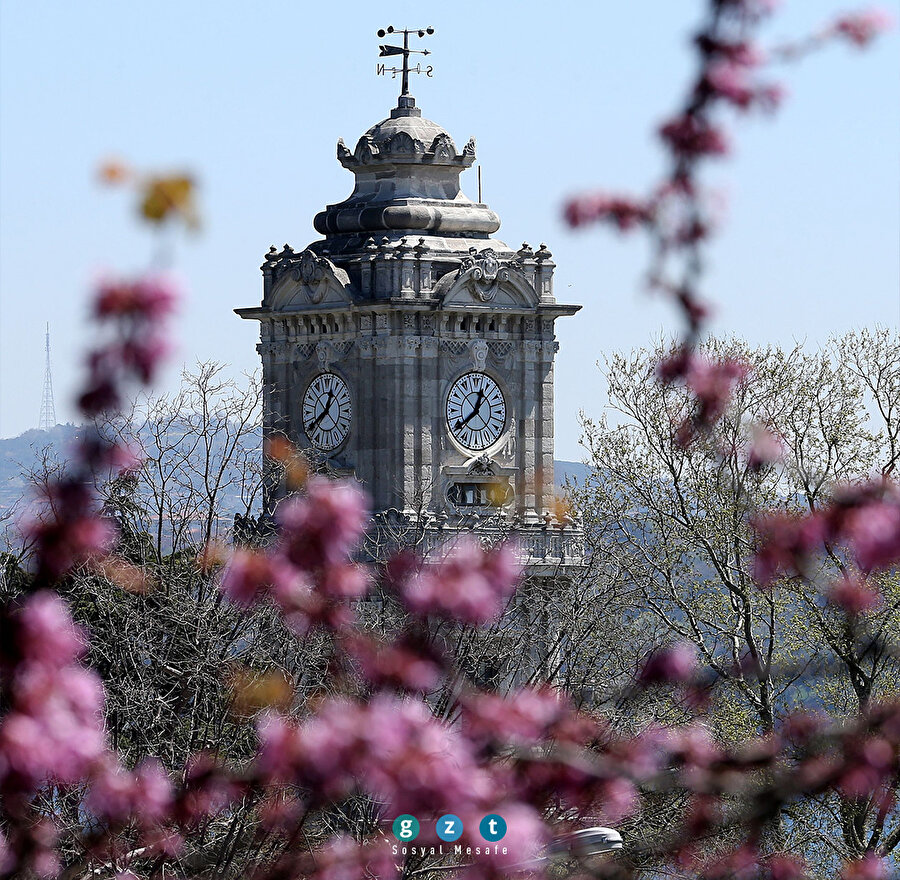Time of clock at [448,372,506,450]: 12:39
